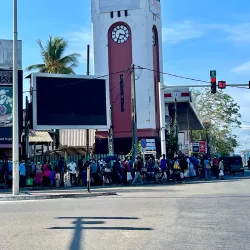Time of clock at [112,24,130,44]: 3:34
